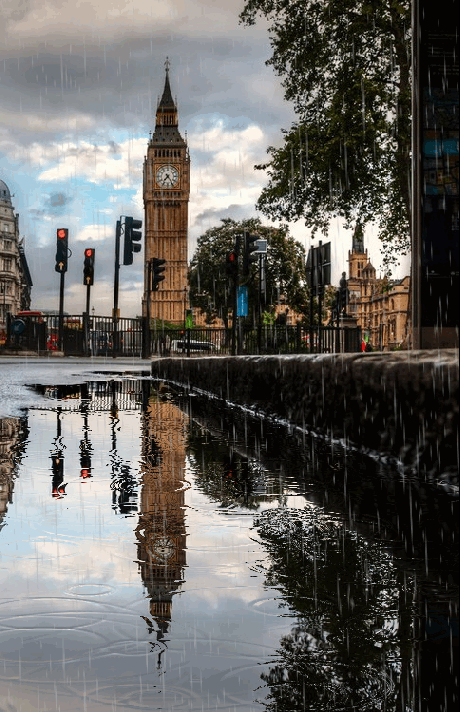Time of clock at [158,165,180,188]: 7:24
